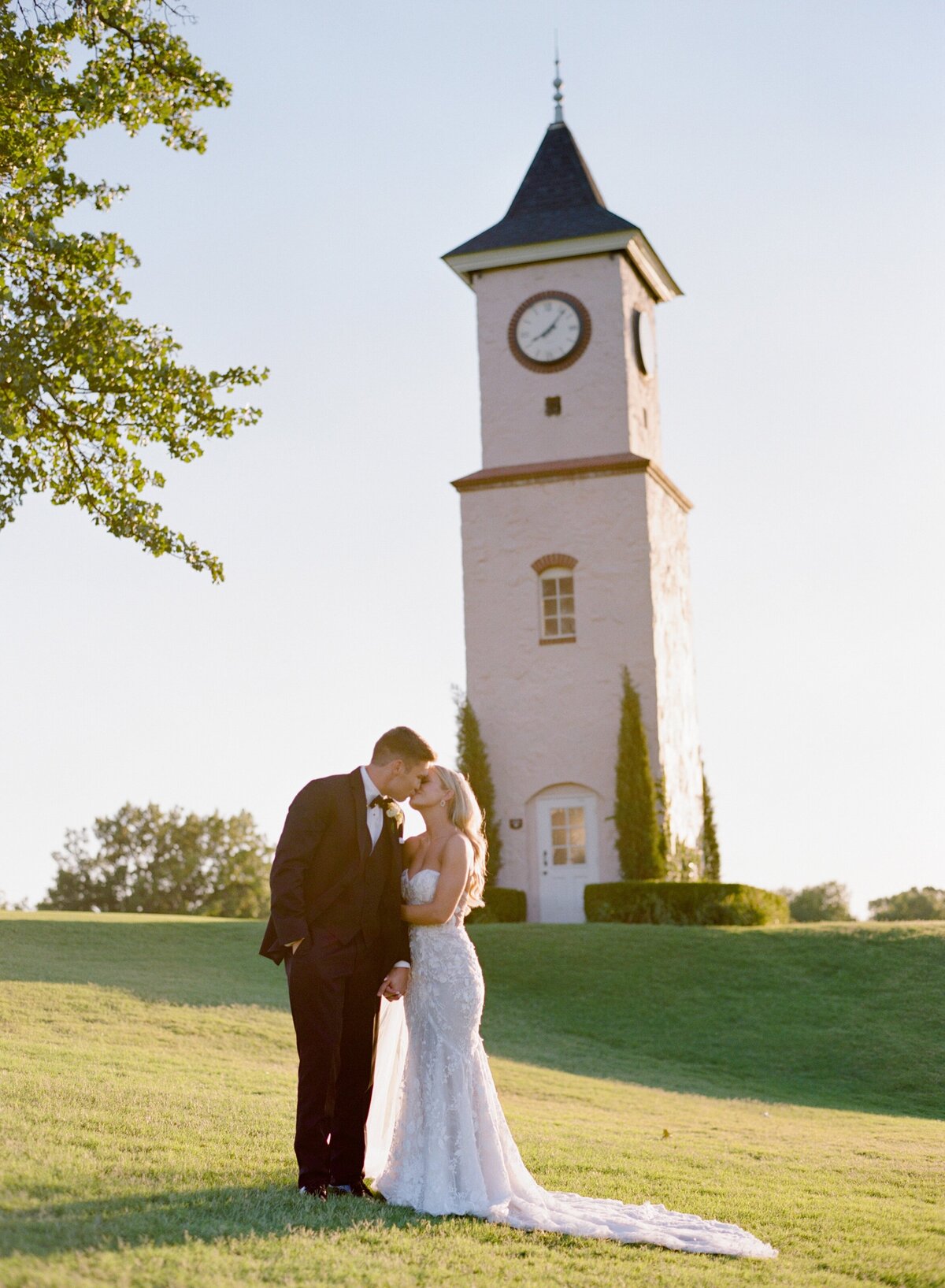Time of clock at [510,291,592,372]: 8:06
